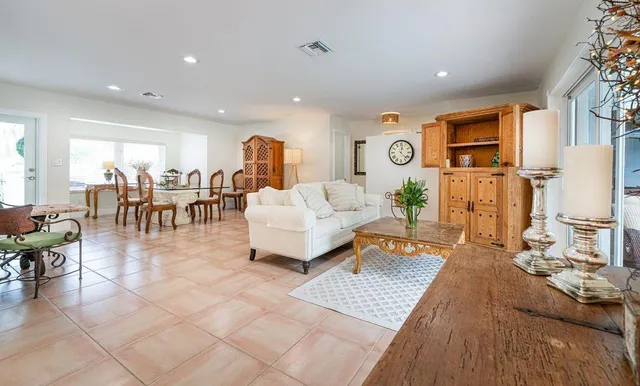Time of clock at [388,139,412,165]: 12:22
